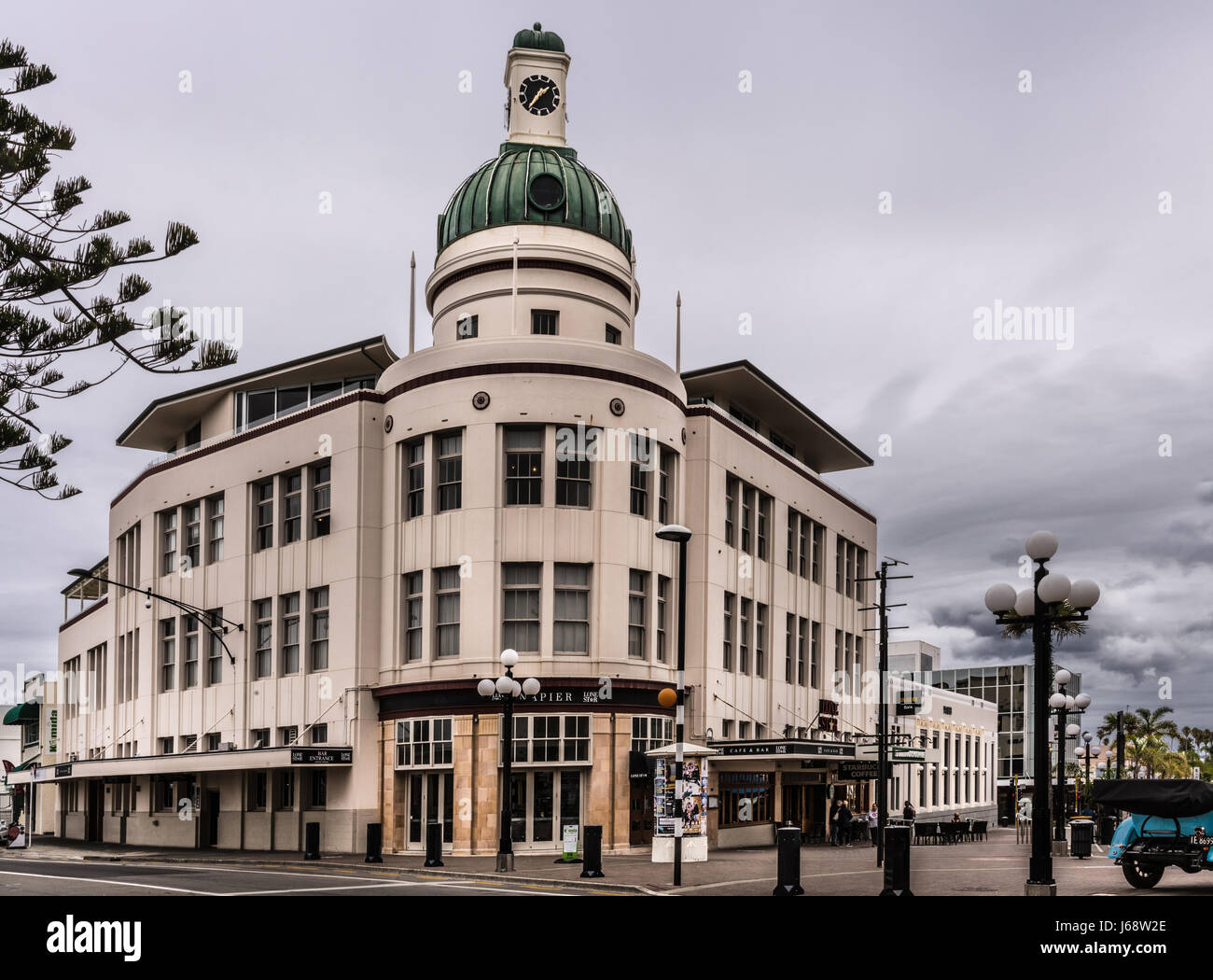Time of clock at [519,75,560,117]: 1:36
